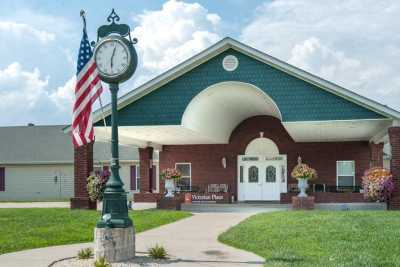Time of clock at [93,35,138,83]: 6:03
